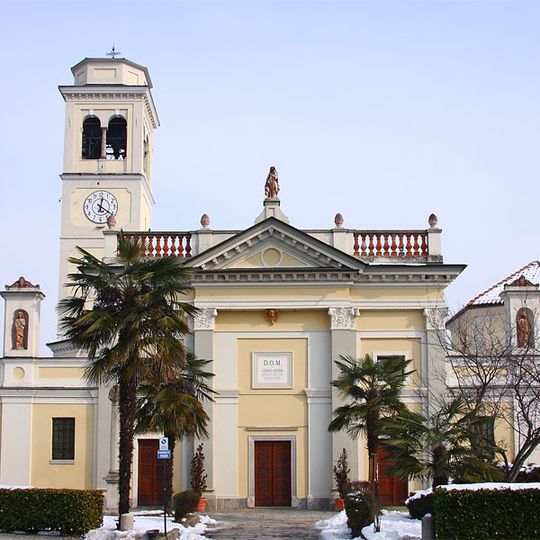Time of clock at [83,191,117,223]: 12:20
